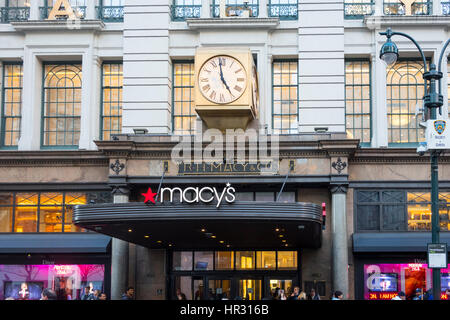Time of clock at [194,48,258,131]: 4:58
